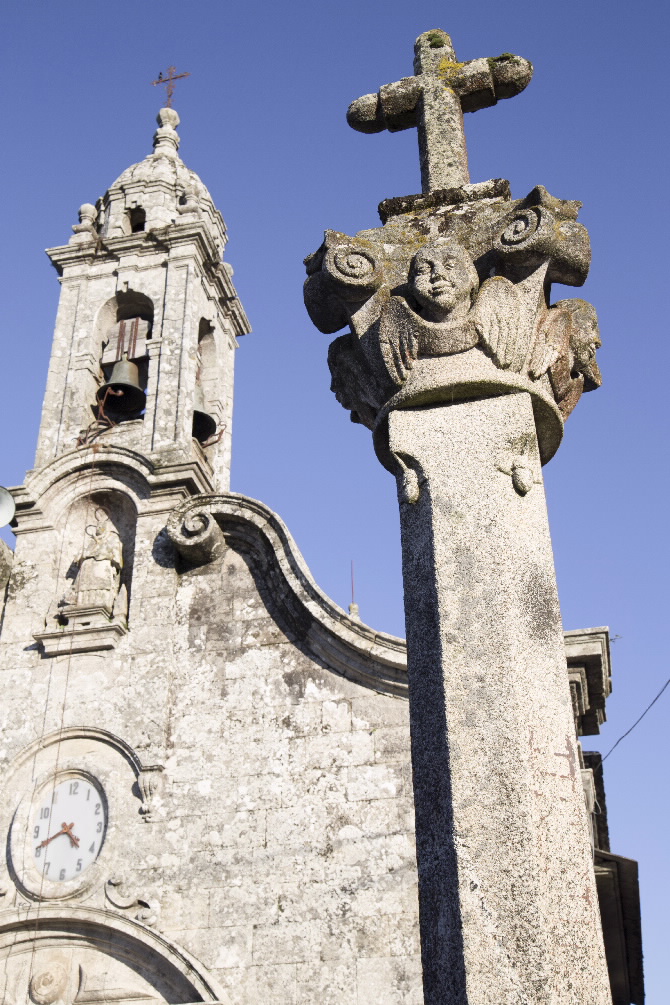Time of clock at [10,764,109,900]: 4:40
